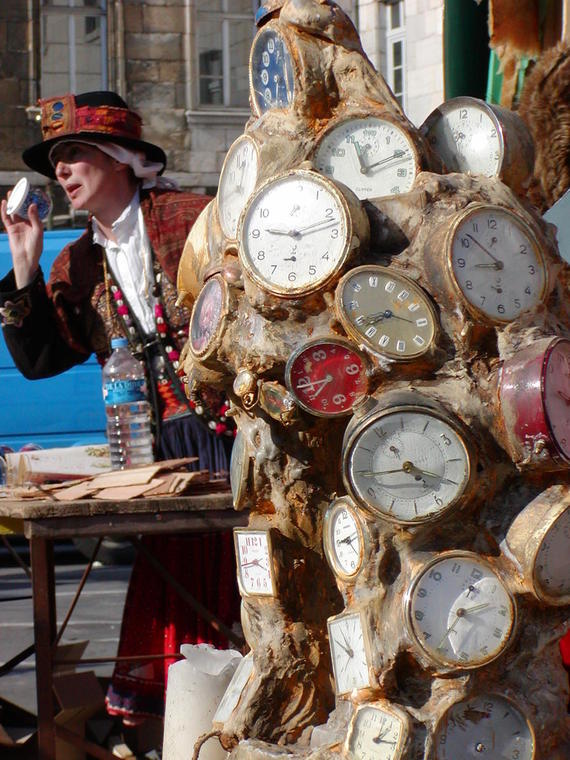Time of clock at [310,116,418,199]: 11:10
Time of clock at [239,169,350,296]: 9:12
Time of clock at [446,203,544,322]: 8:52
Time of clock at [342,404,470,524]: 4:44
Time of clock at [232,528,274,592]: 3:43
